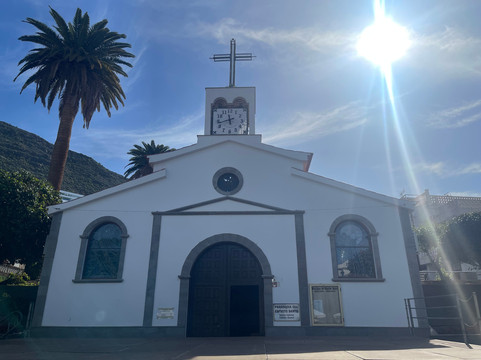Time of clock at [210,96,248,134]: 11:42
